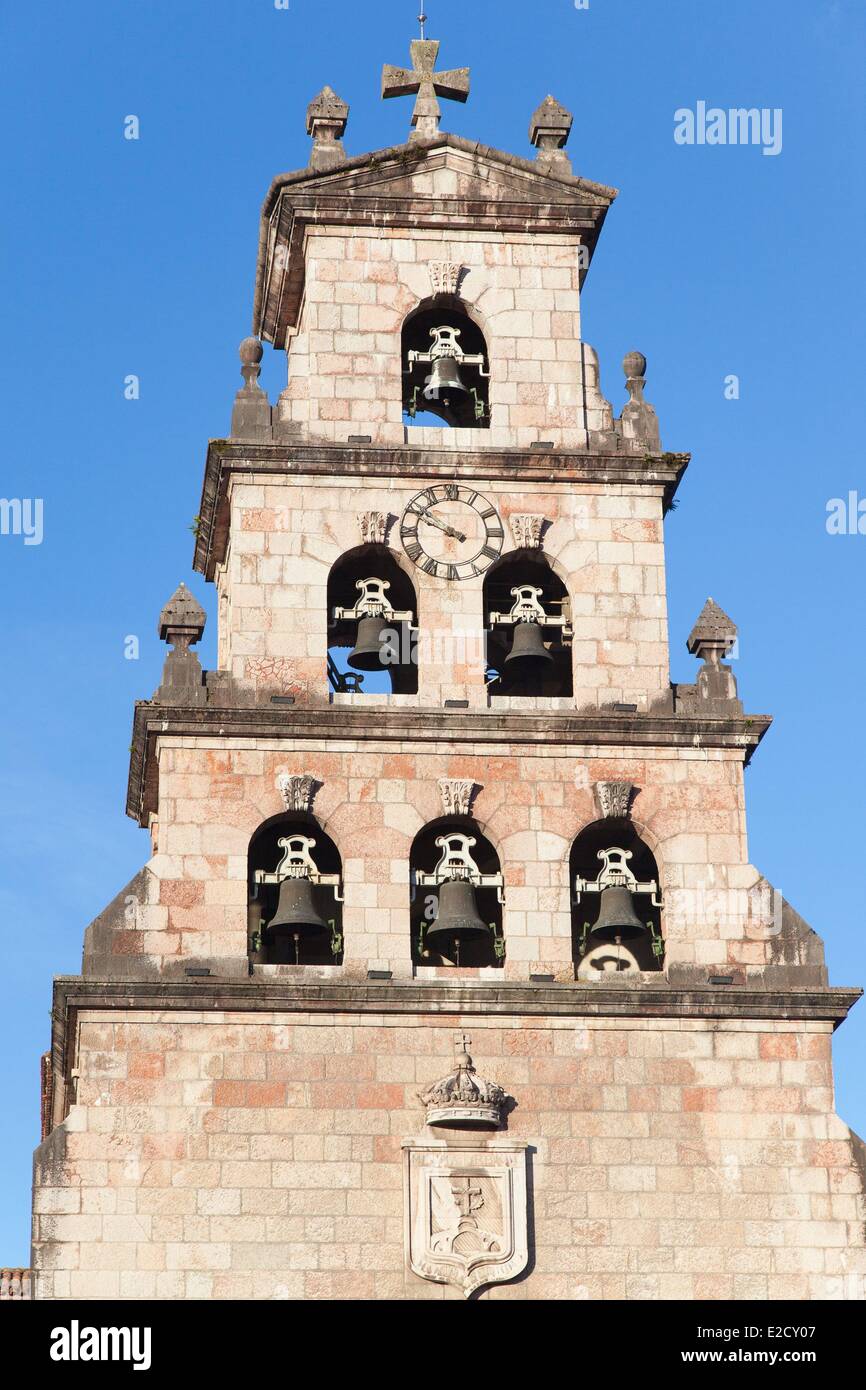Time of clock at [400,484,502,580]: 9:50
